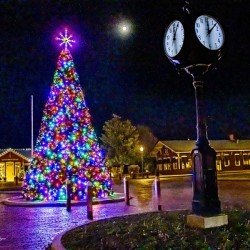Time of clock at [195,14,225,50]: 12:07
